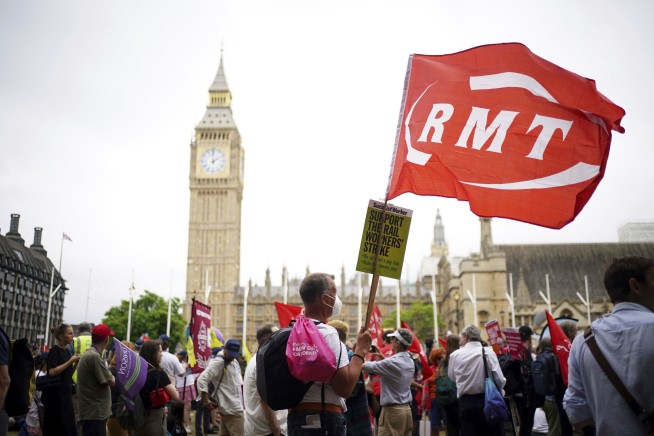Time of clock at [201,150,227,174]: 1:59
